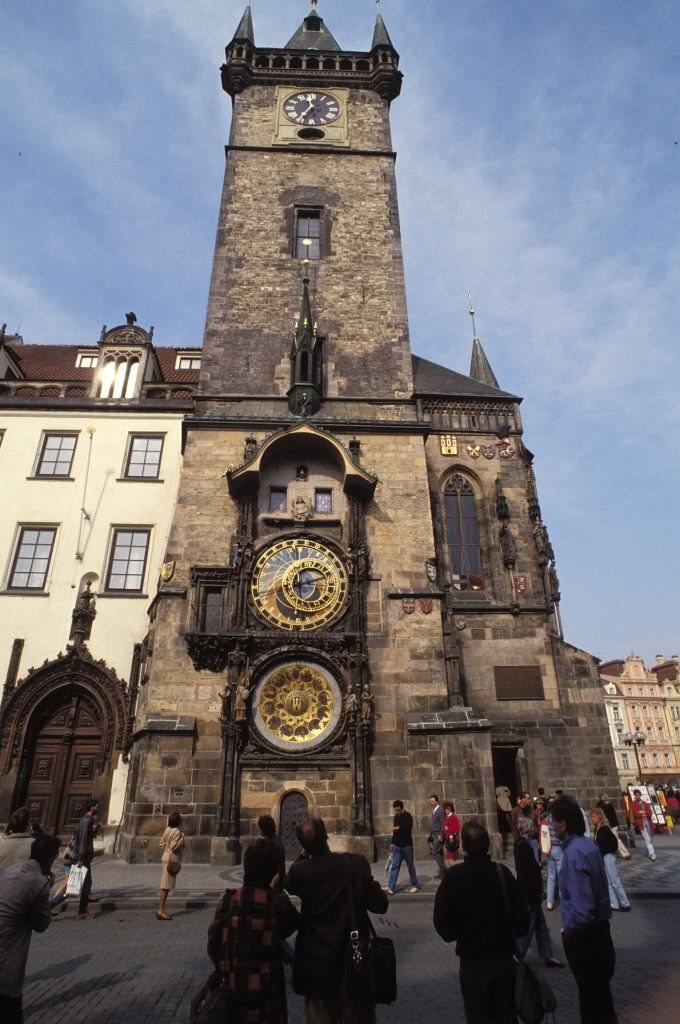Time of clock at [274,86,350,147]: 11:35
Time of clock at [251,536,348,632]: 8:12
